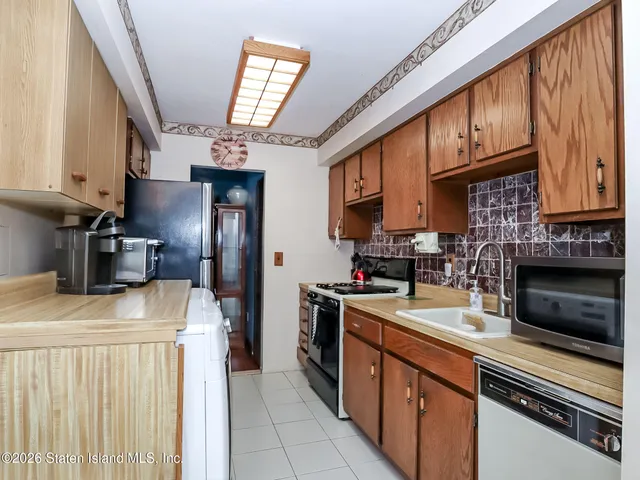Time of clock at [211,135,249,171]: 10:36
